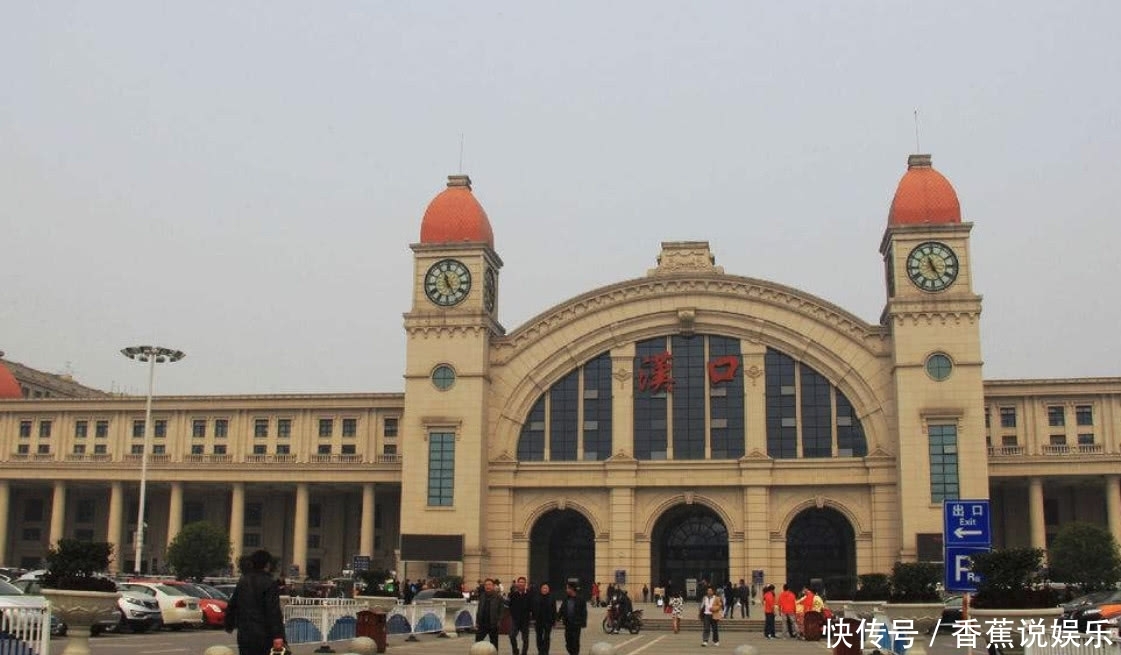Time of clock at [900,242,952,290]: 11:24
